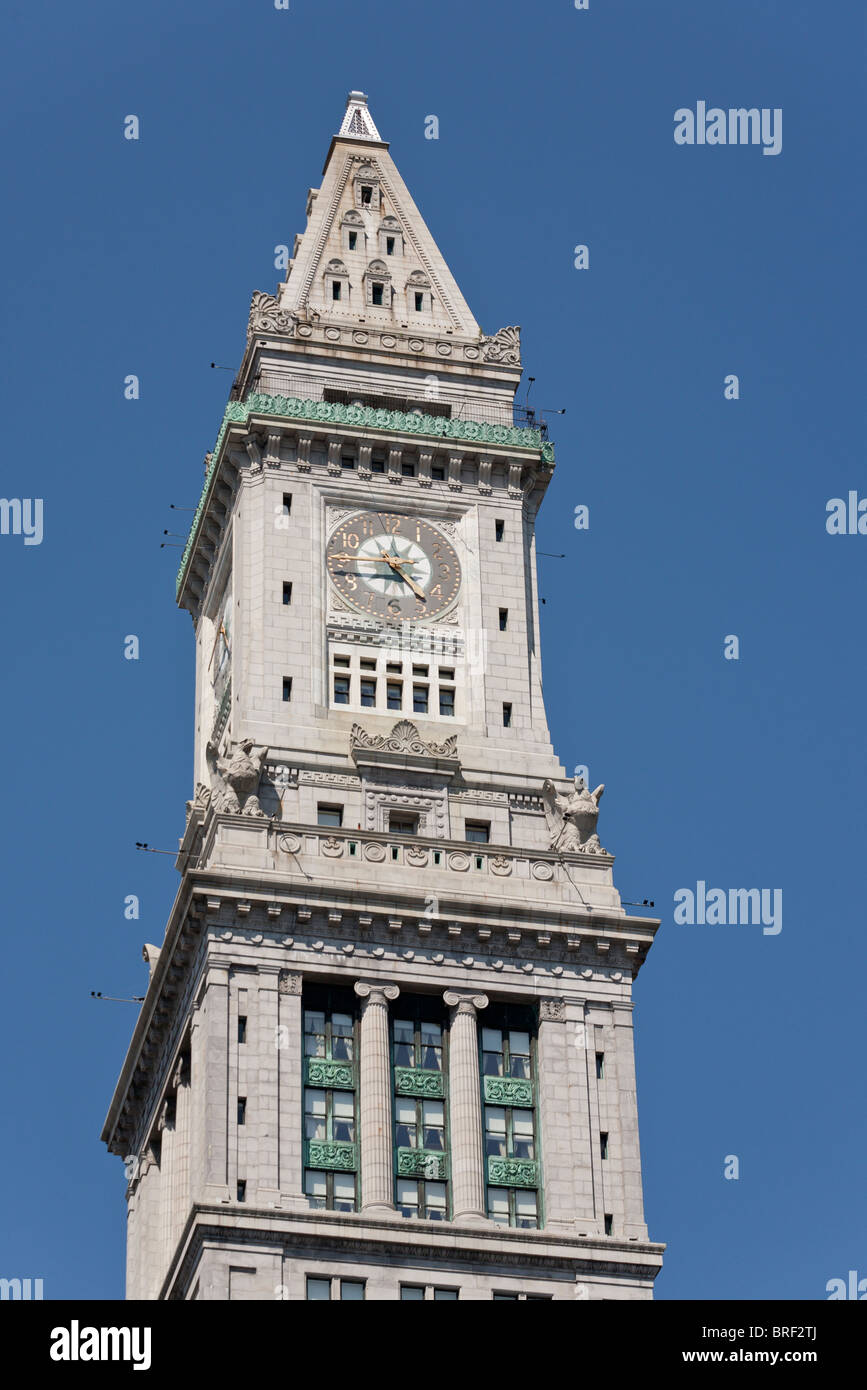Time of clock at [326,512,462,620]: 4:42
